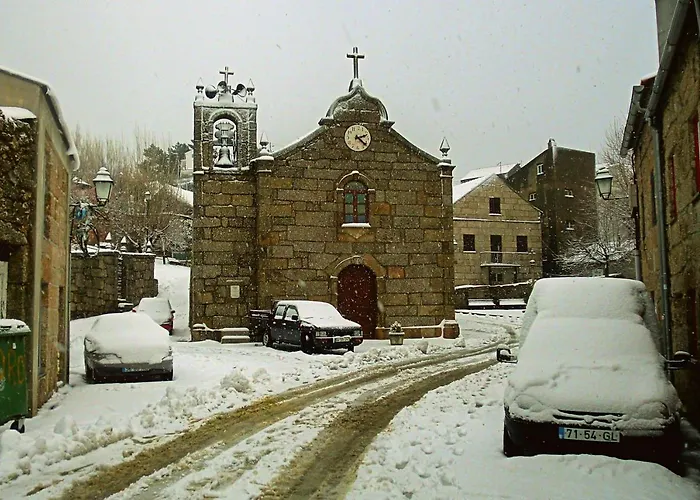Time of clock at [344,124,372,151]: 2:21
